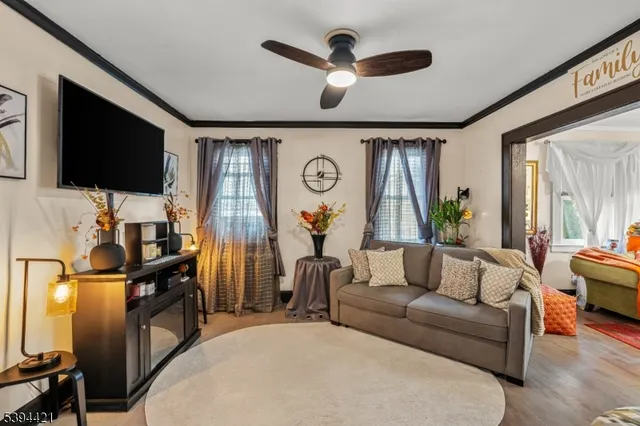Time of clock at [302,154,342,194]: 7:15
